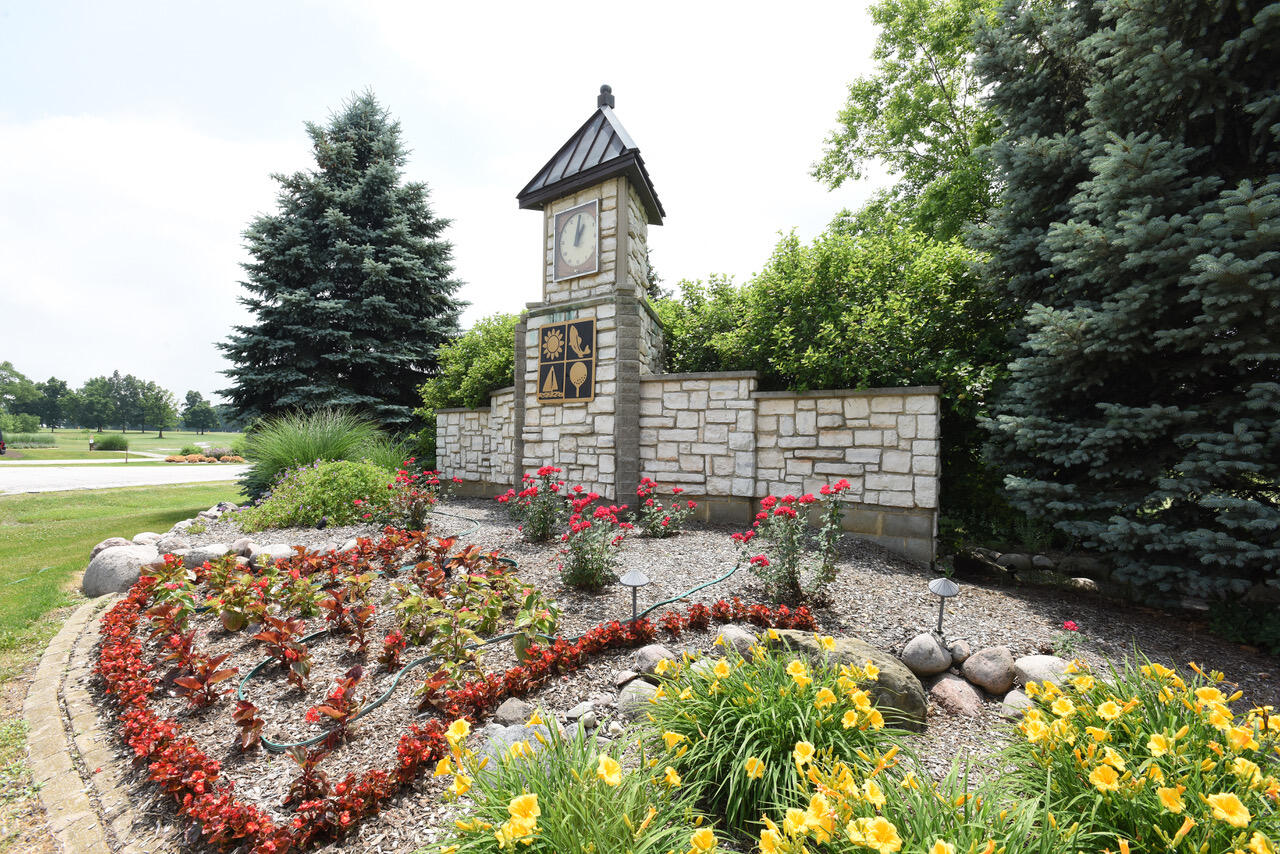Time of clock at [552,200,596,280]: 1:01
